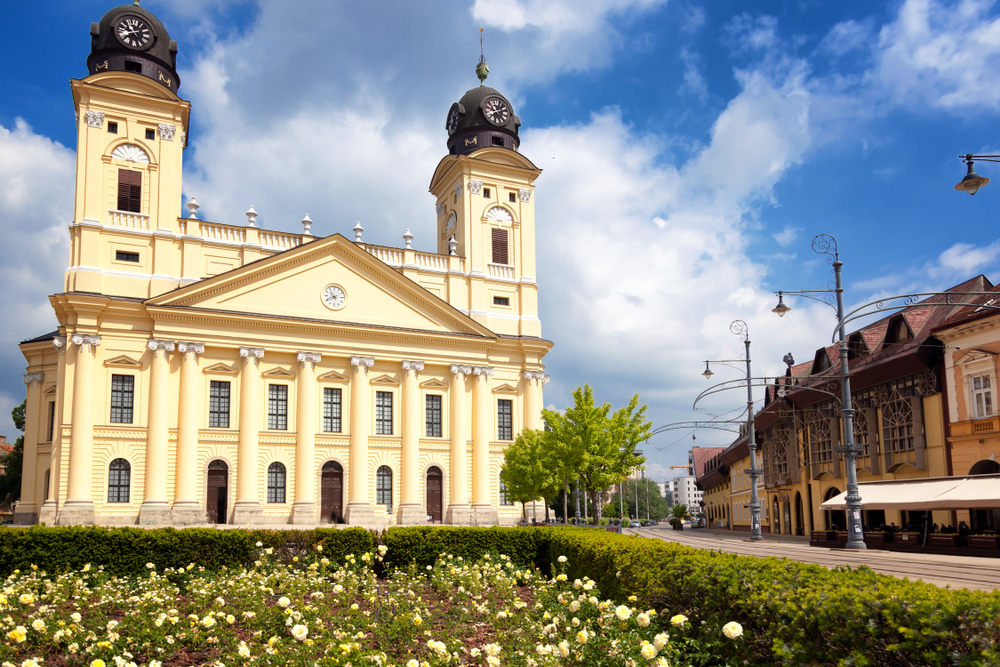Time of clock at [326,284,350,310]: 10:41
